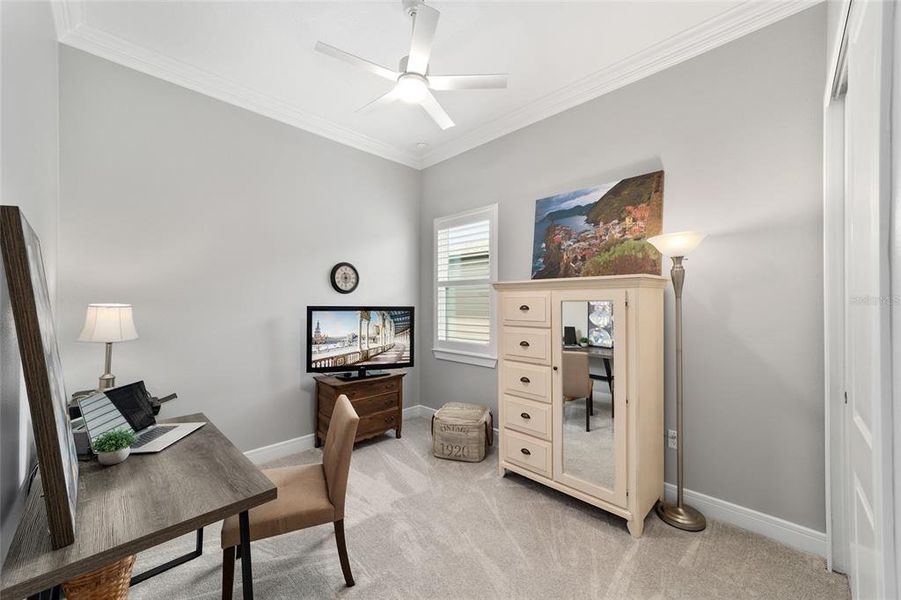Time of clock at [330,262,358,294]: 11:30
